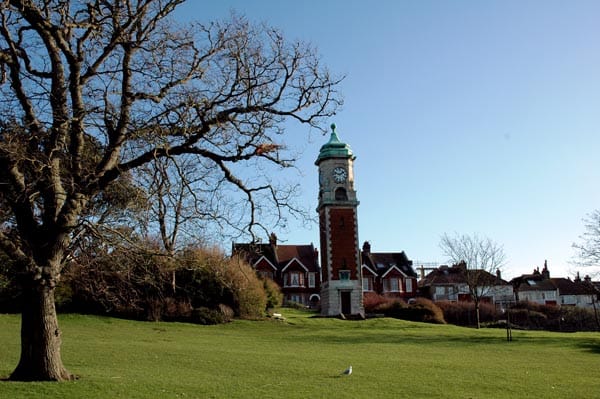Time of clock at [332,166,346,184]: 1:47
